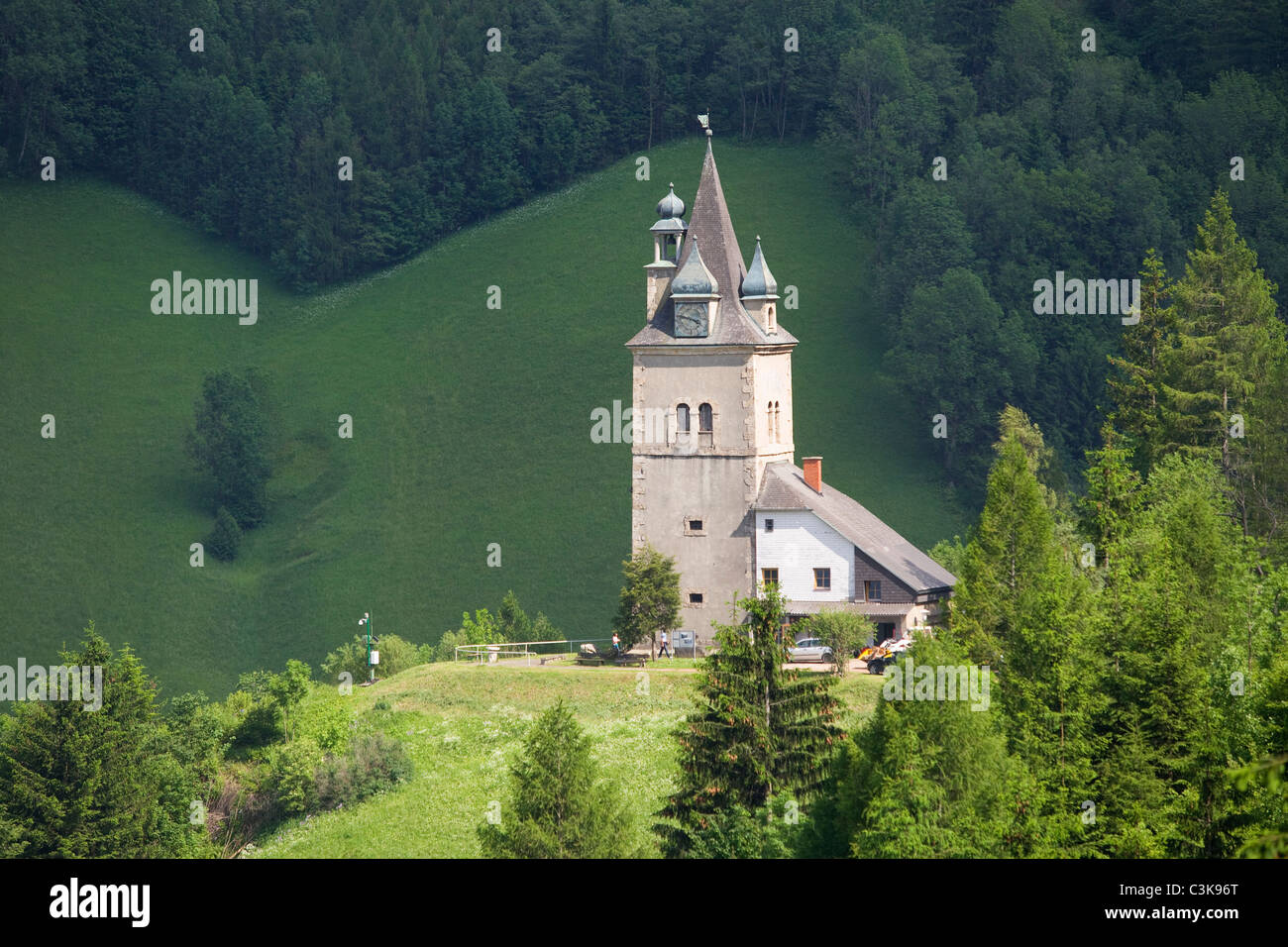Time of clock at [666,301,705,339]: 3:47
